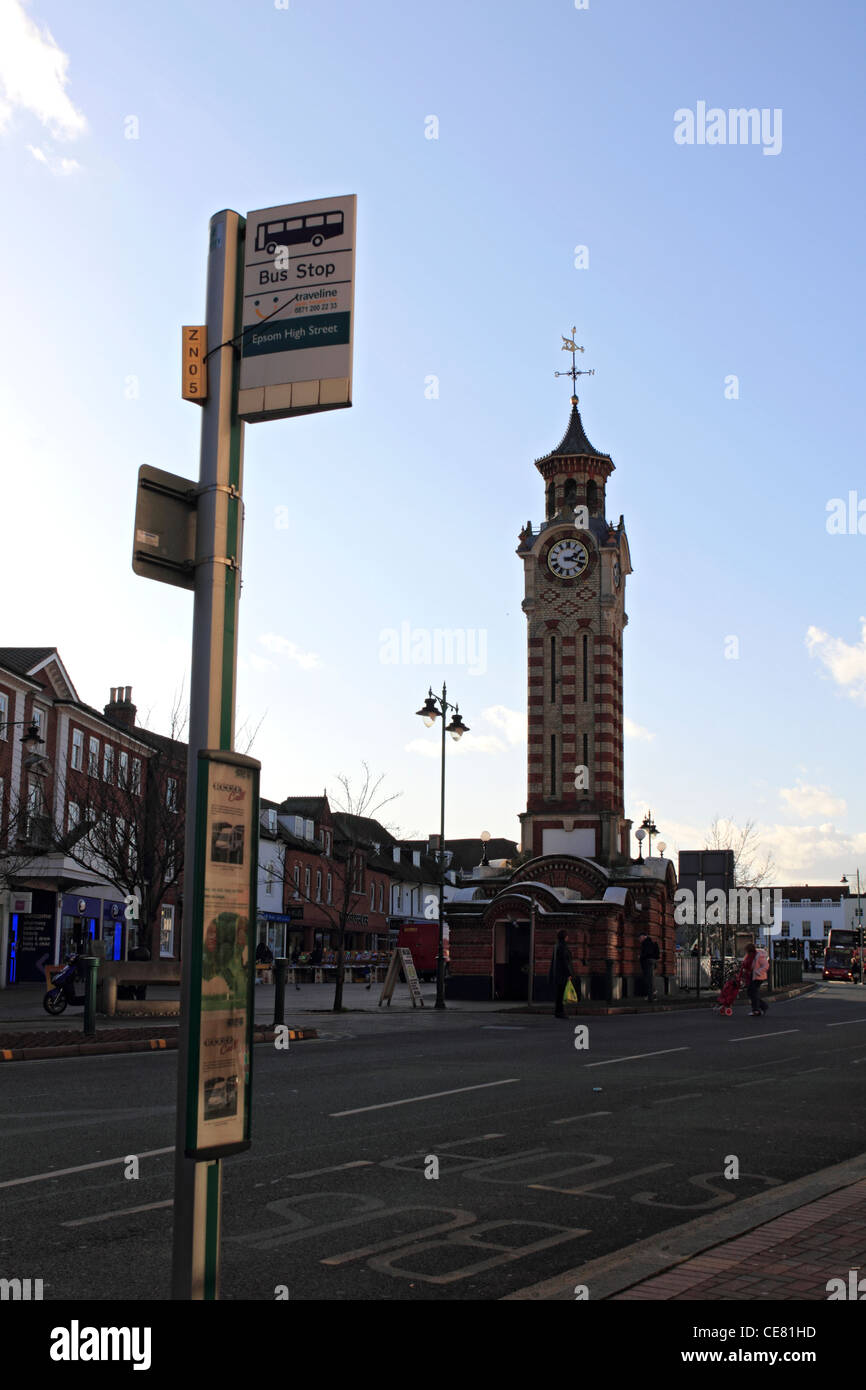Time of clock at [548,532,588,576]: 2:18
